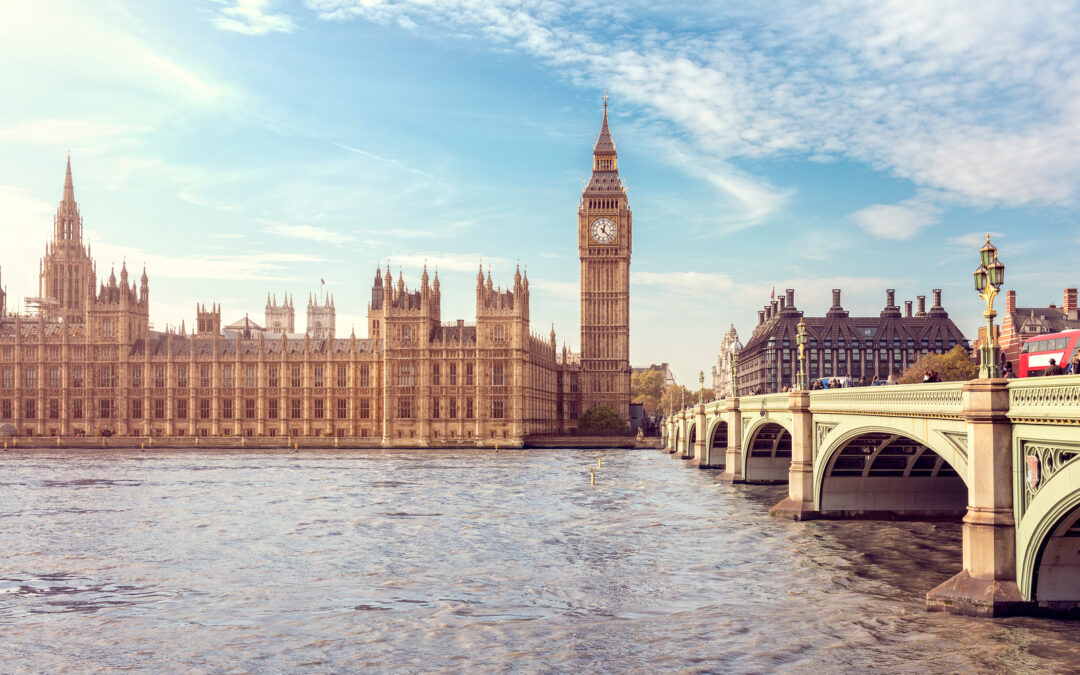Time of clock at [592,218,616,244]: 12:22
